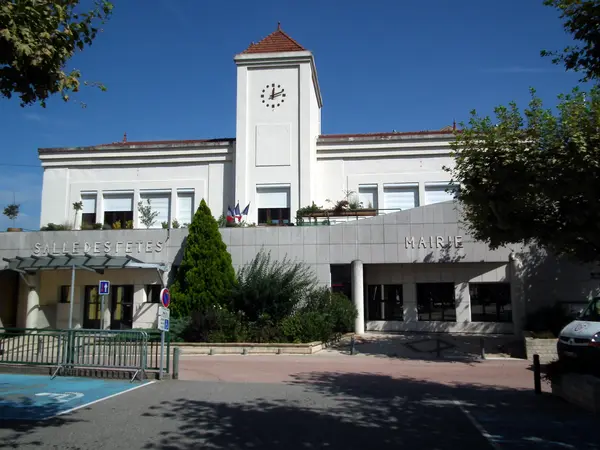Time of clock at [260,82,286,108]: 12:11
